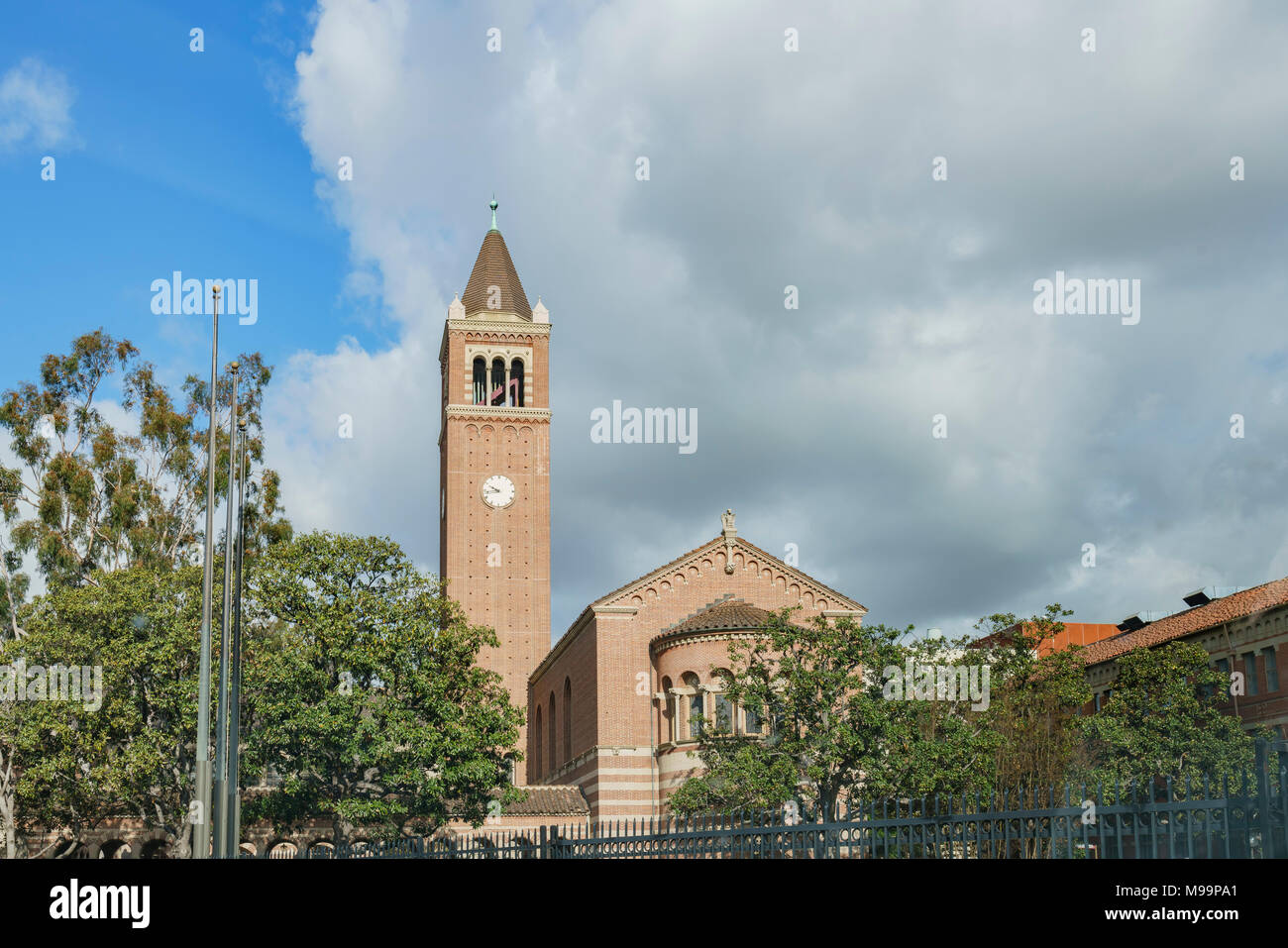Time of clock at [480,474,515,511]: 9:43
